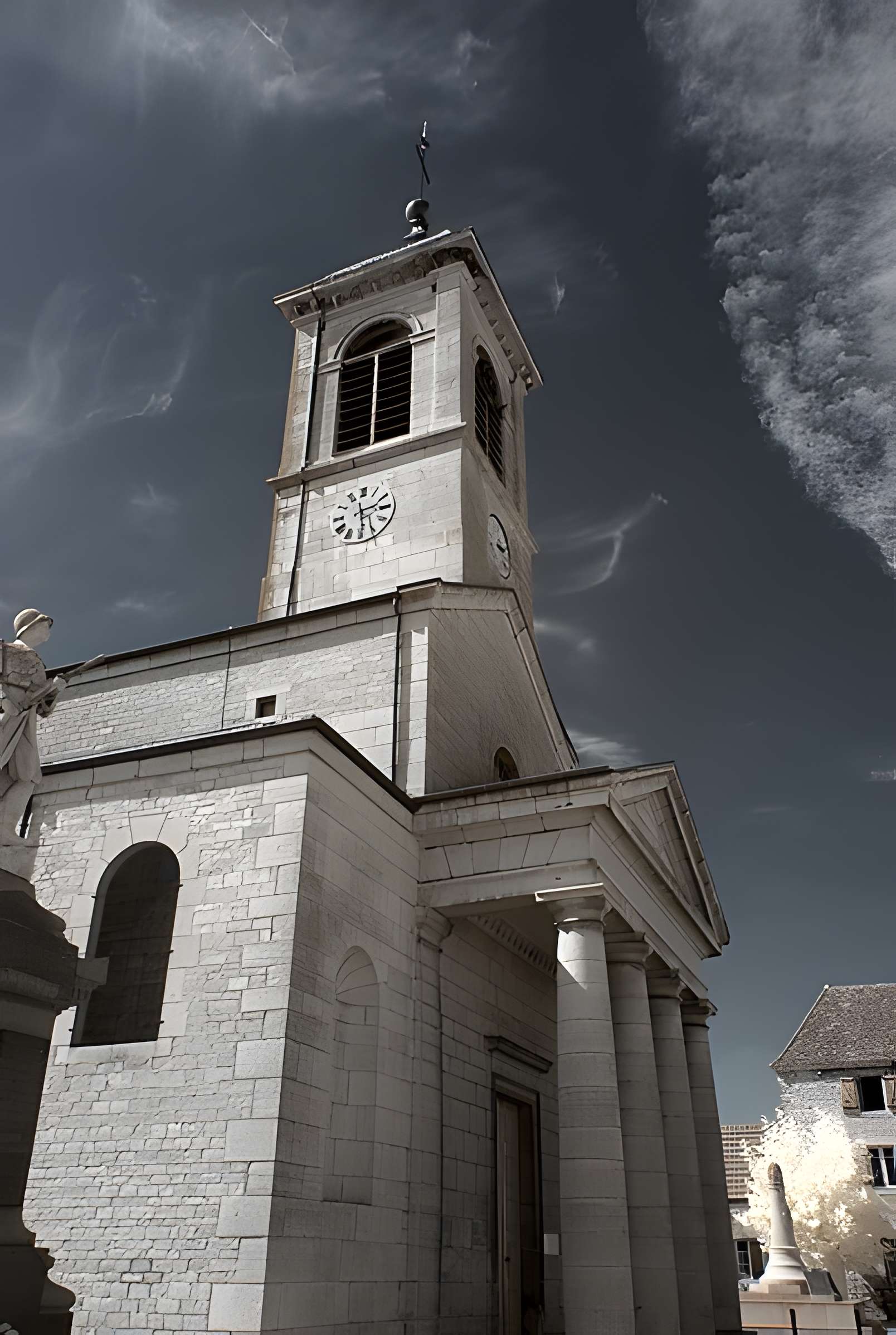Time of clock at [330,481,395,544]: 2:29
